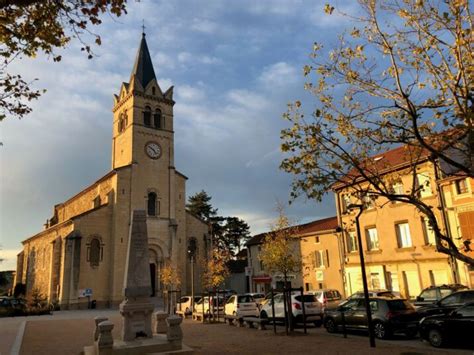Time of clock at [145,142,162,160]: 4:50
